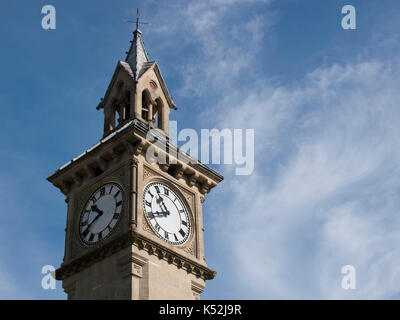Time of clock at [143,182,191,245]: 10:40
